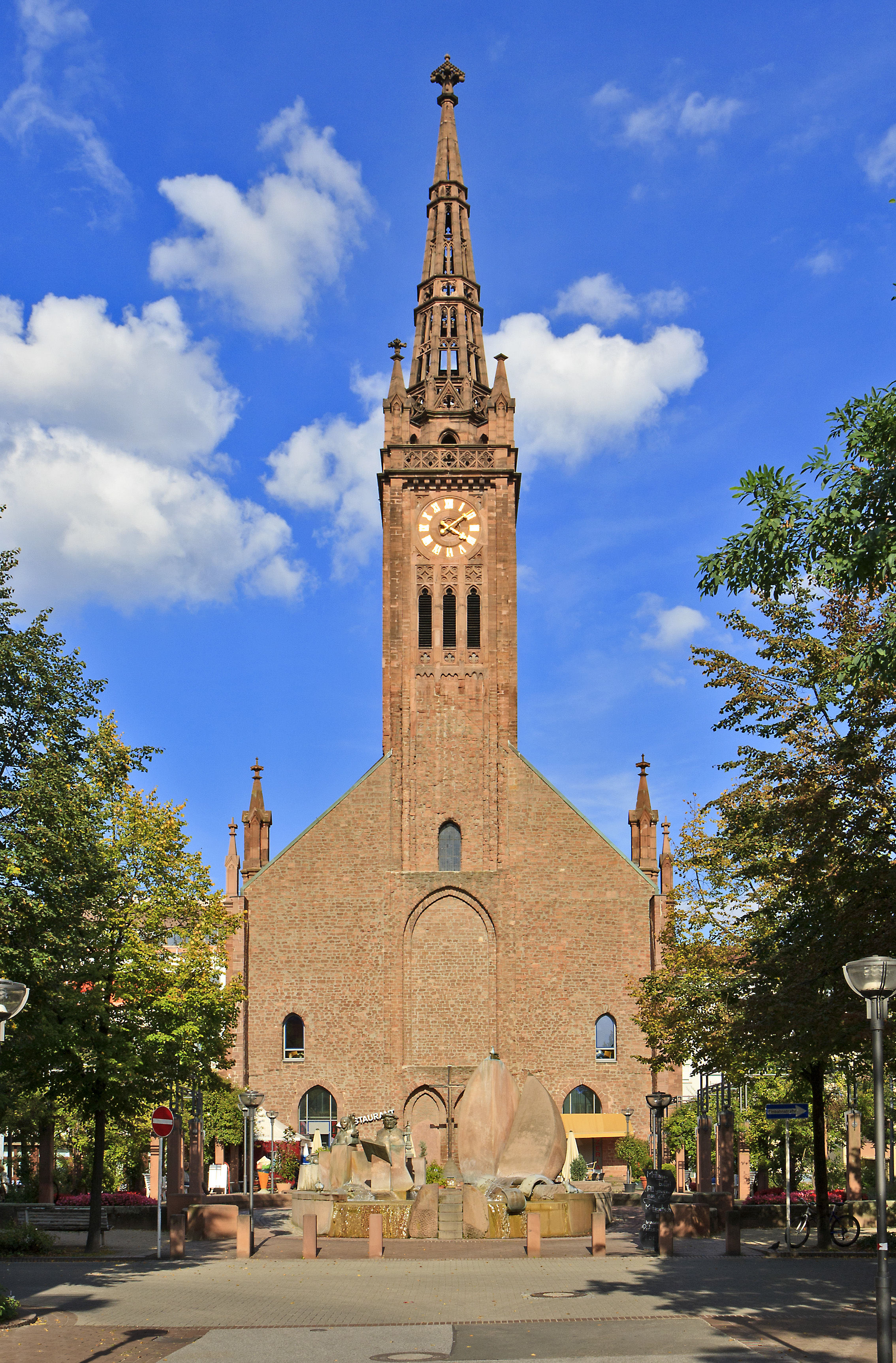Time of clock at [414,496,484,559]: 4:09
